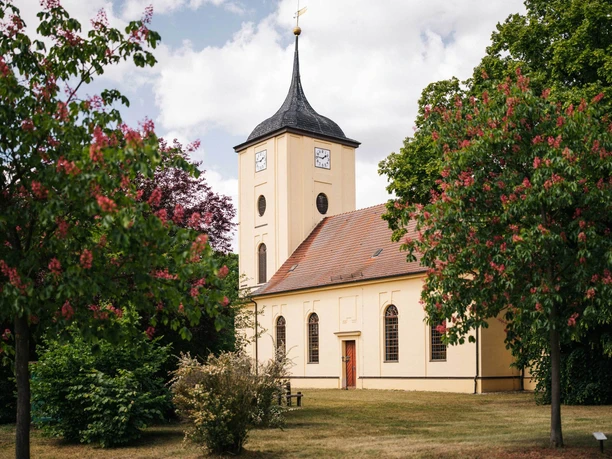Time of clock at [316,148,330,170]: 1:46
